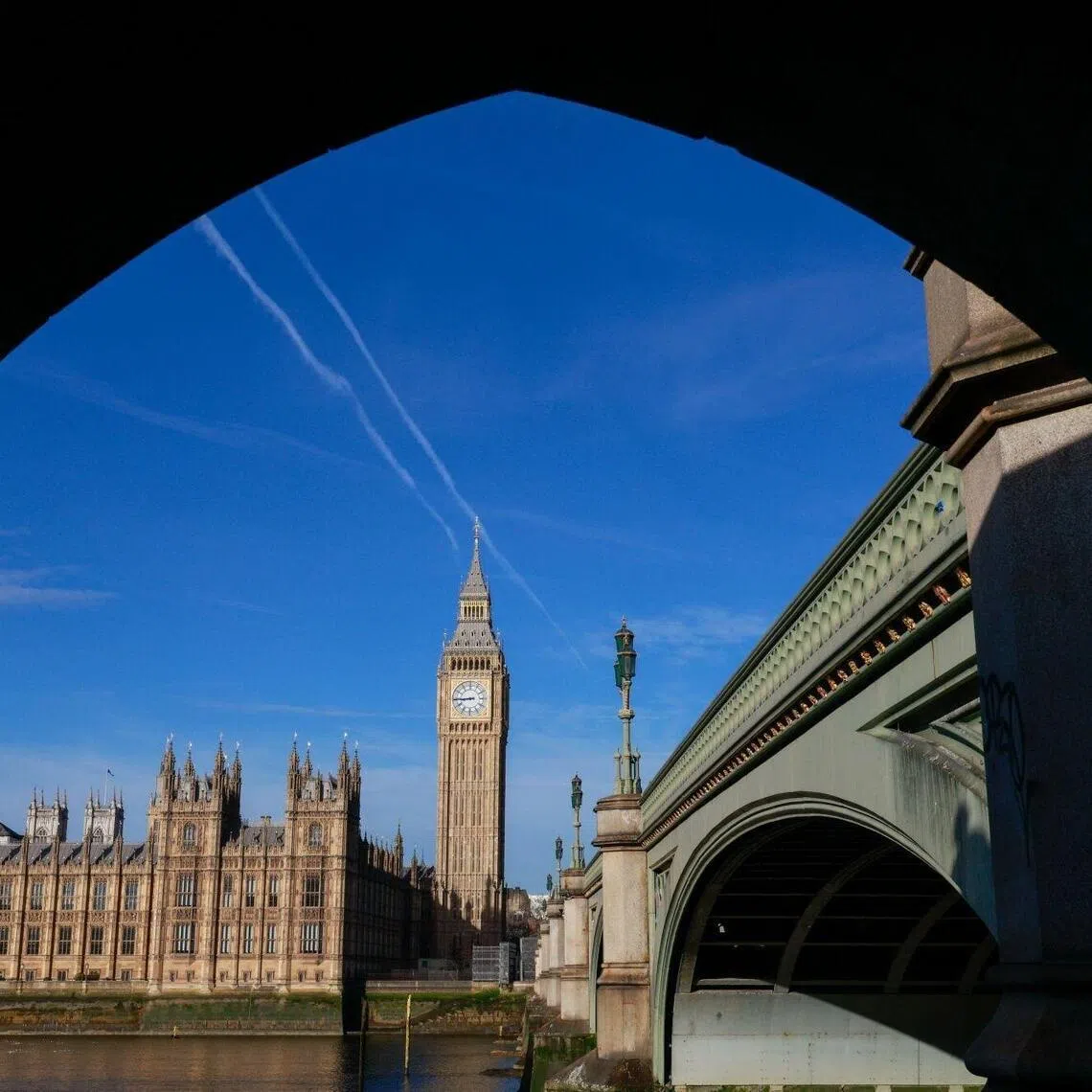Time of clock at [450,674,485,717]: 8:44
